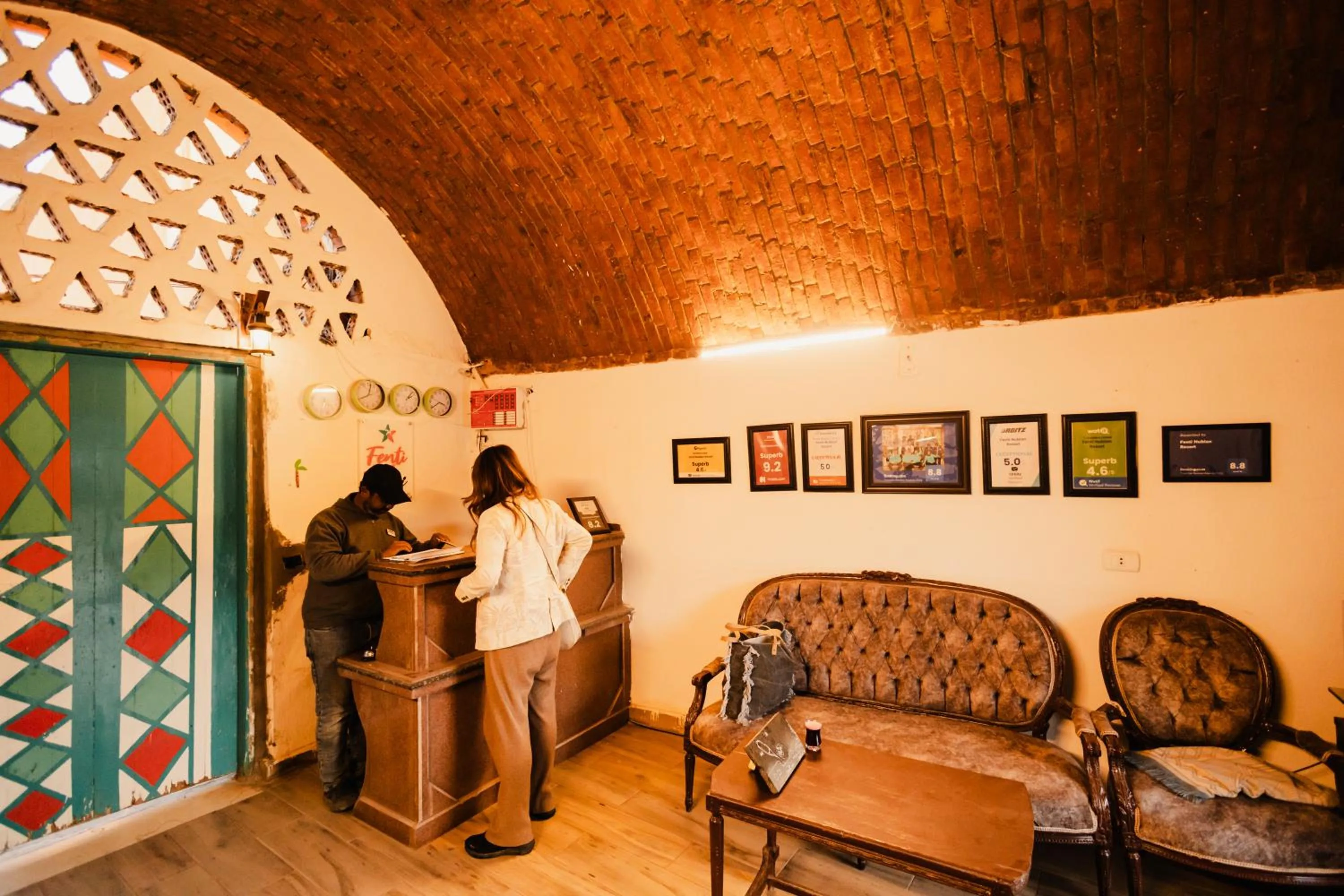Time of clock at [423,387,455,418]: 3:38
